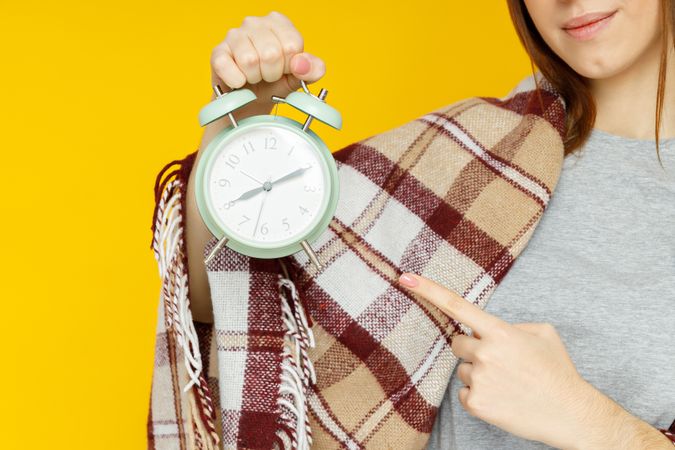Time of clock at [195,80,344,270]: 8:10
